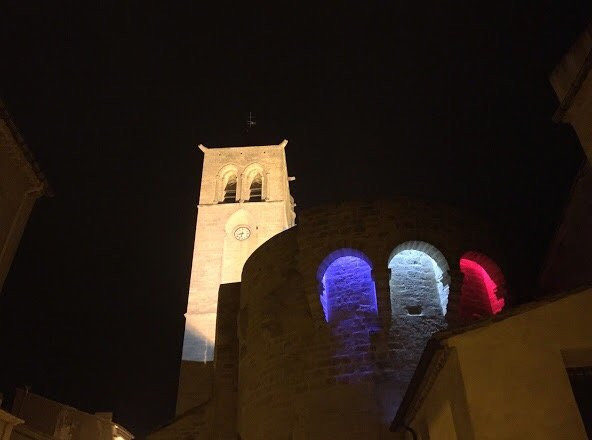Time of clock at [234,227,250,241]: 8:32
